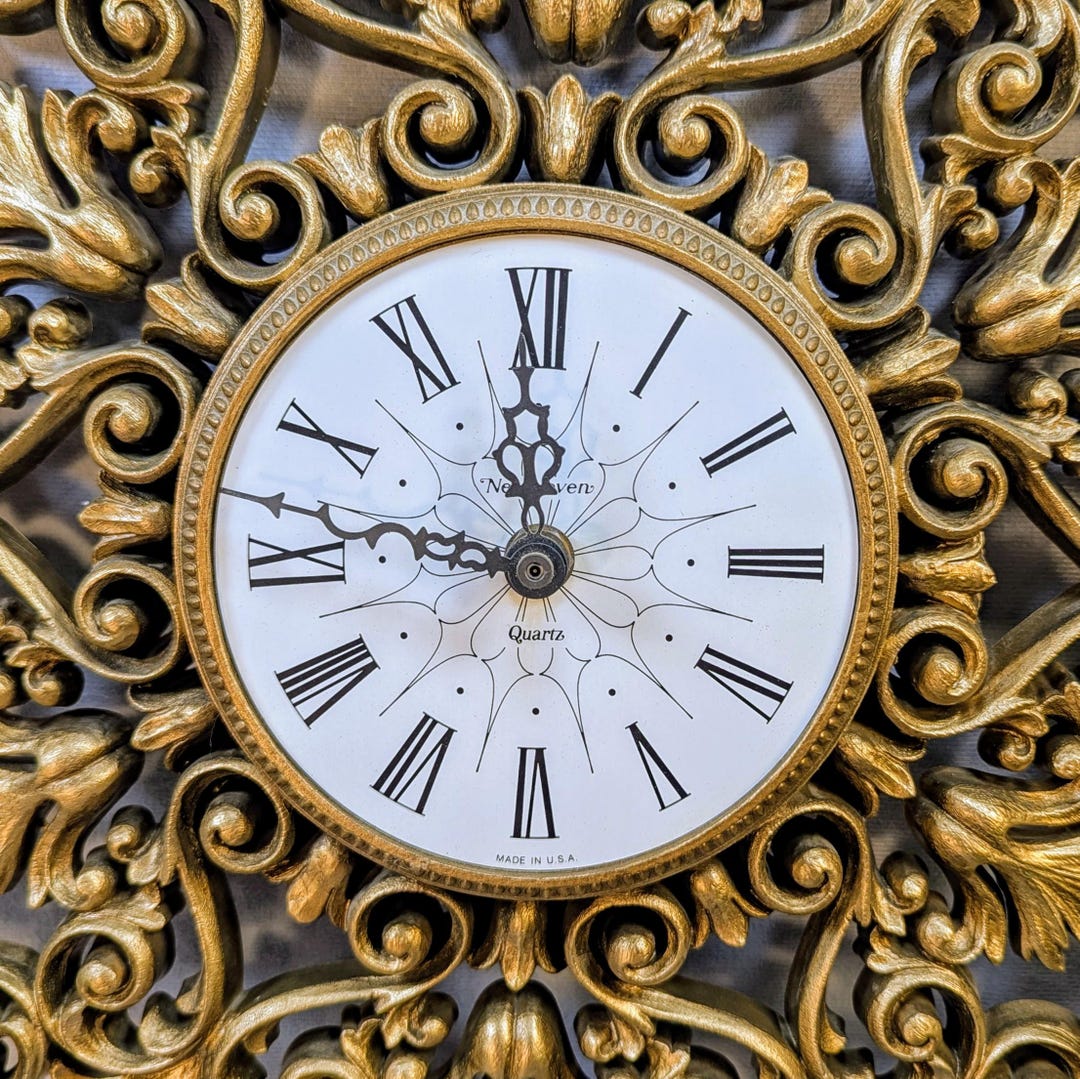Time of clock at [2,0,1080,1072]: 11:46
